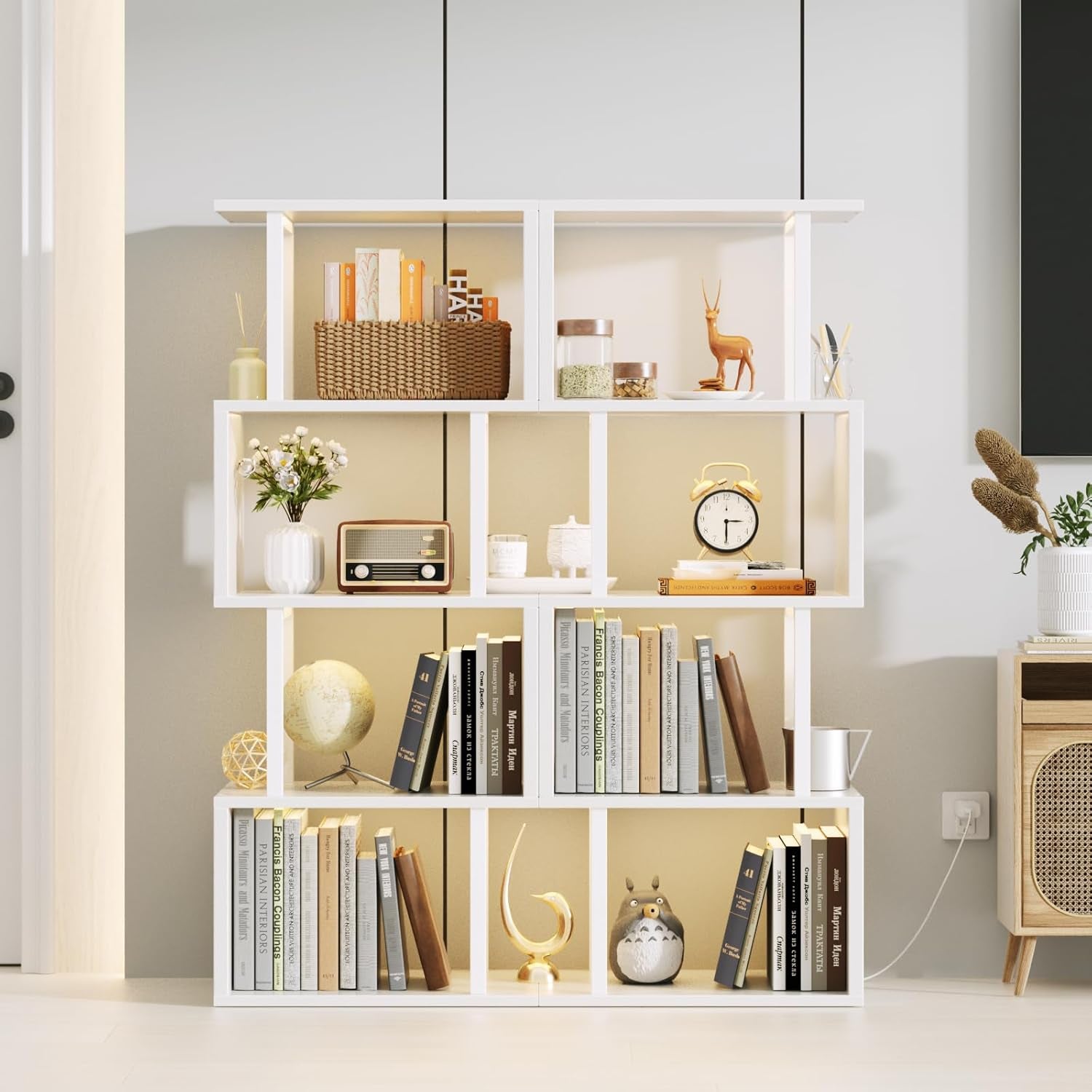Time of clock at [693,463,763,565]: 3:30
